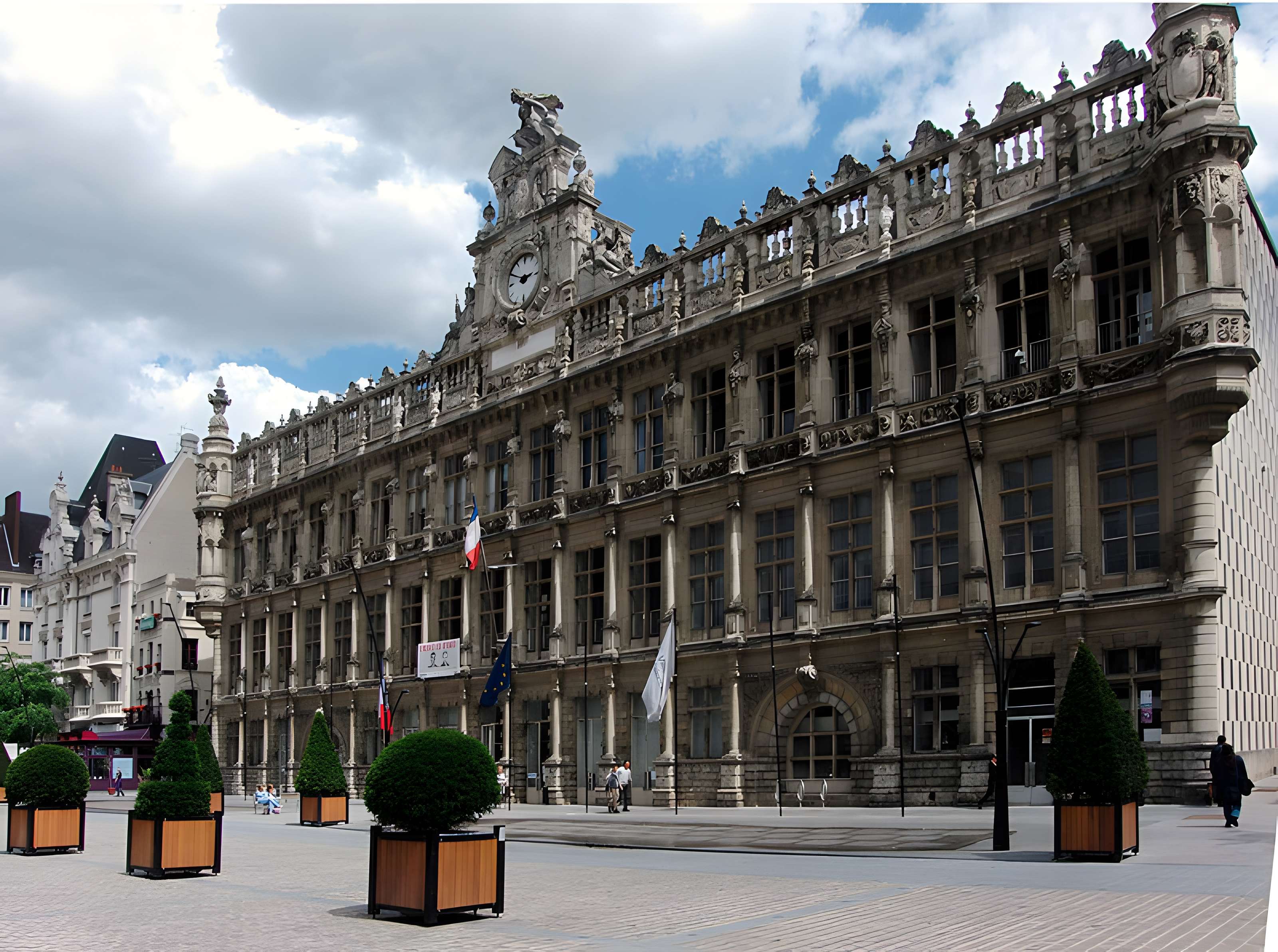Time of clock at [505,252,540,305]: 2:49
